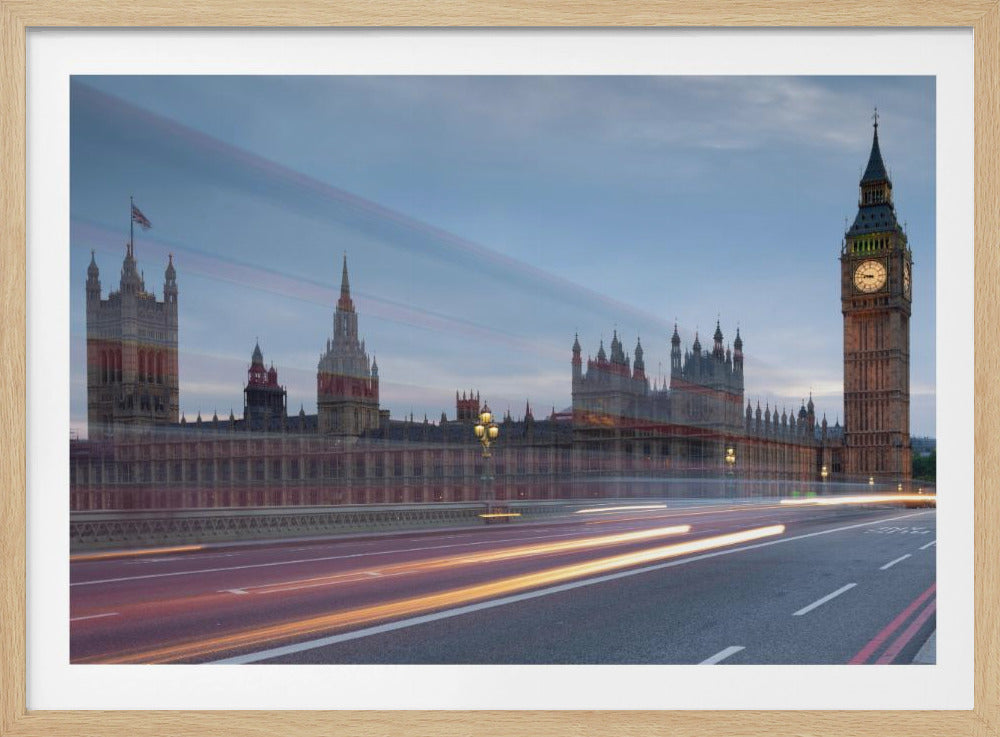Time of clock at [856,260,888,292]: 8:48
